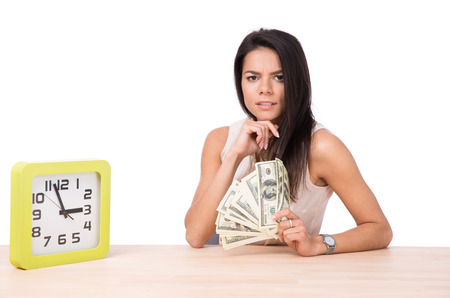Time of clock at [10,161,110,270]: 2:56
